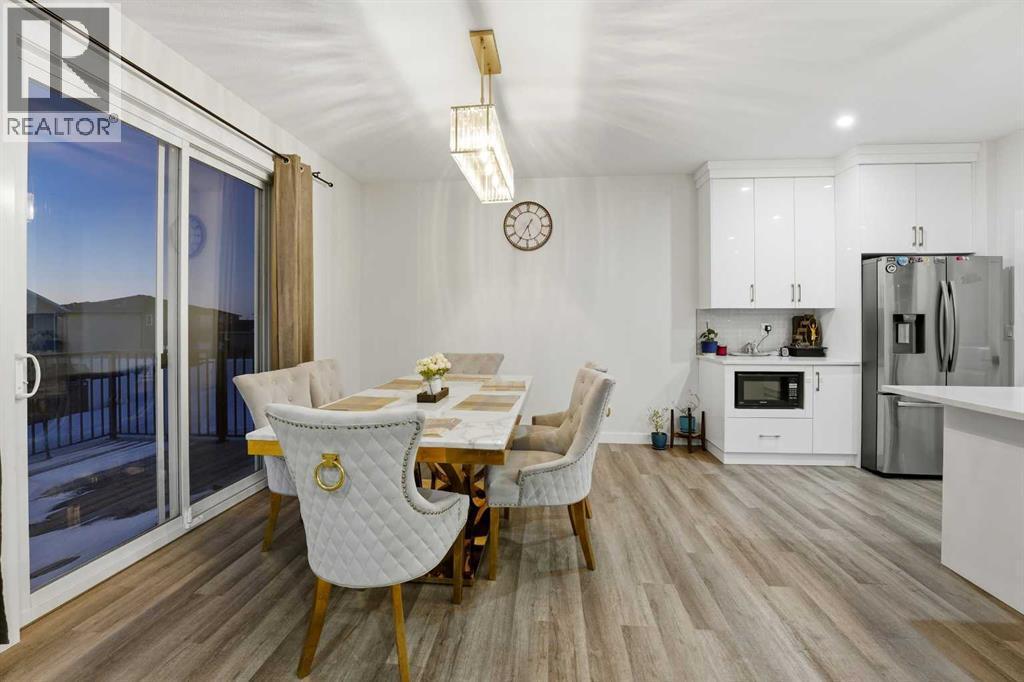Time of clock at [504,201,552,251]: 5:35
